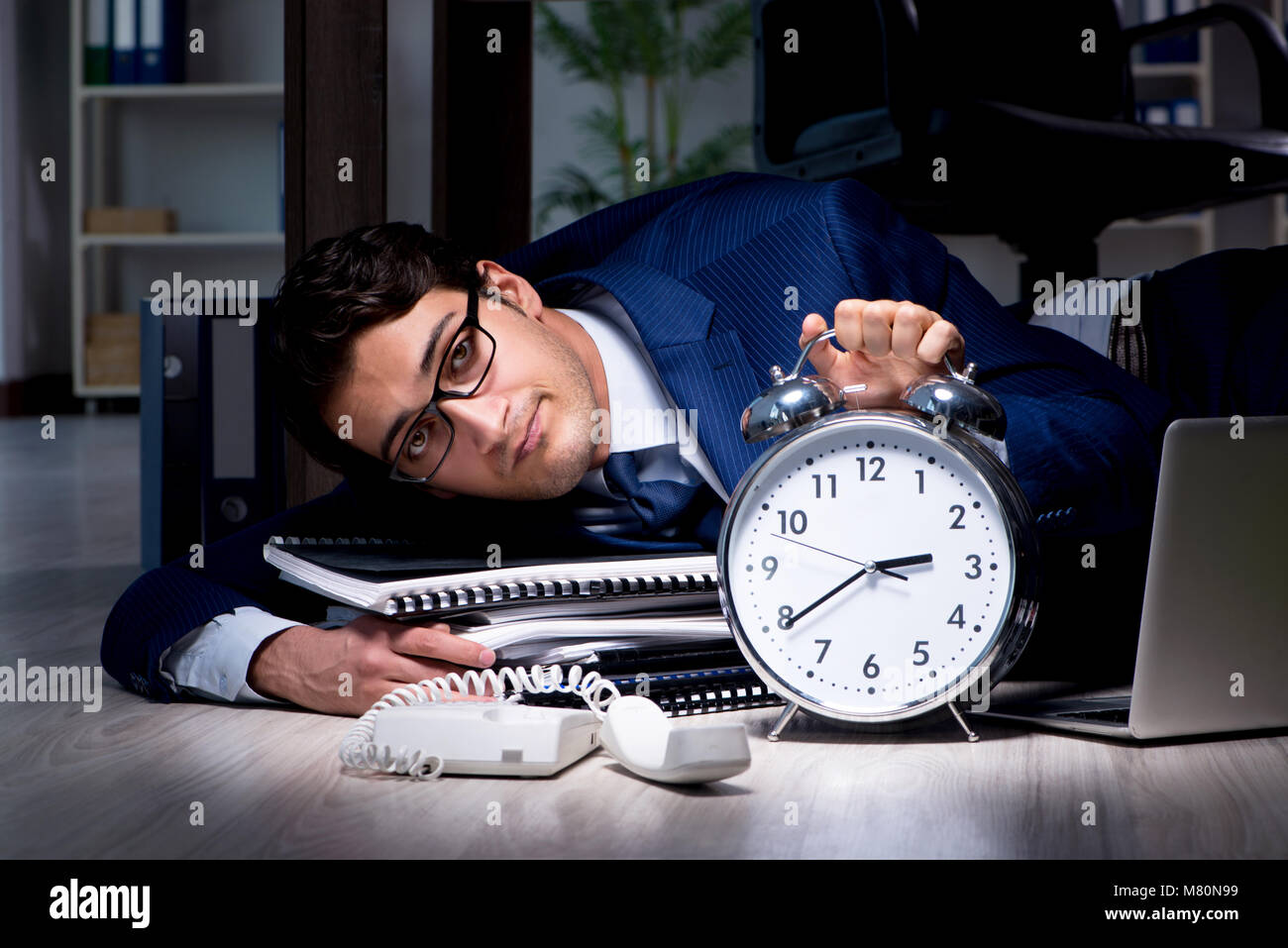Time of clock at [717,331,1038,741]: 2:39
